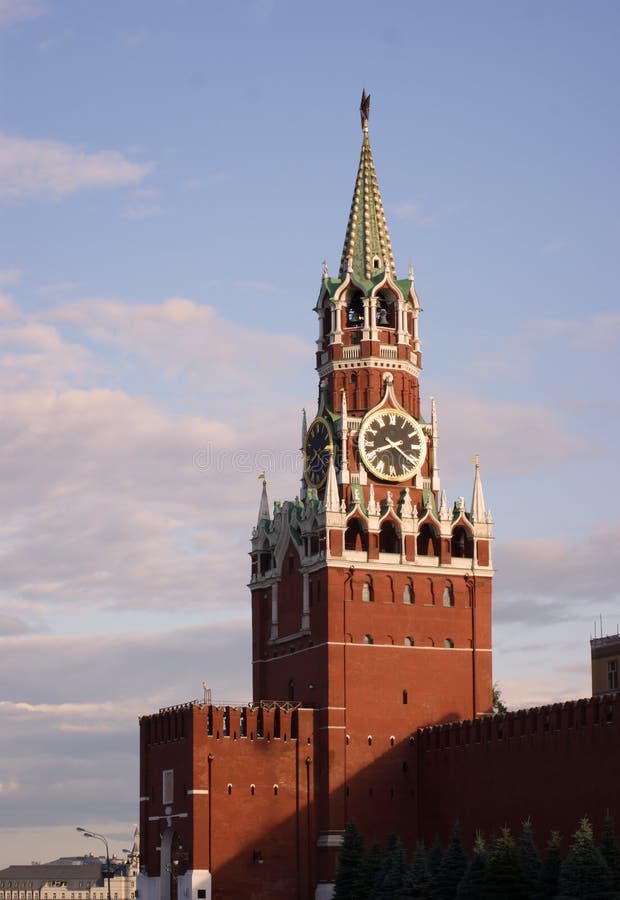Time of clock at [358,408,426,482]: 8:21
